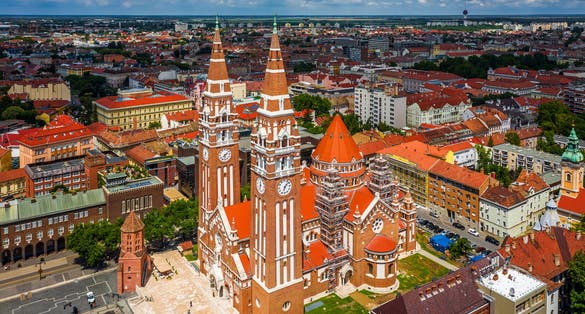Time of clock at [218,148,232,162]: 6:08
